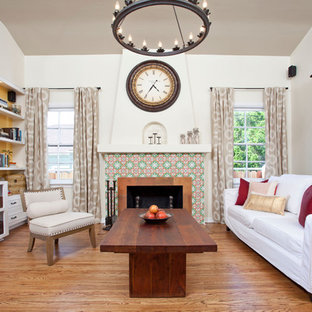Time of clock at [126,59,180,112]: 4:35
